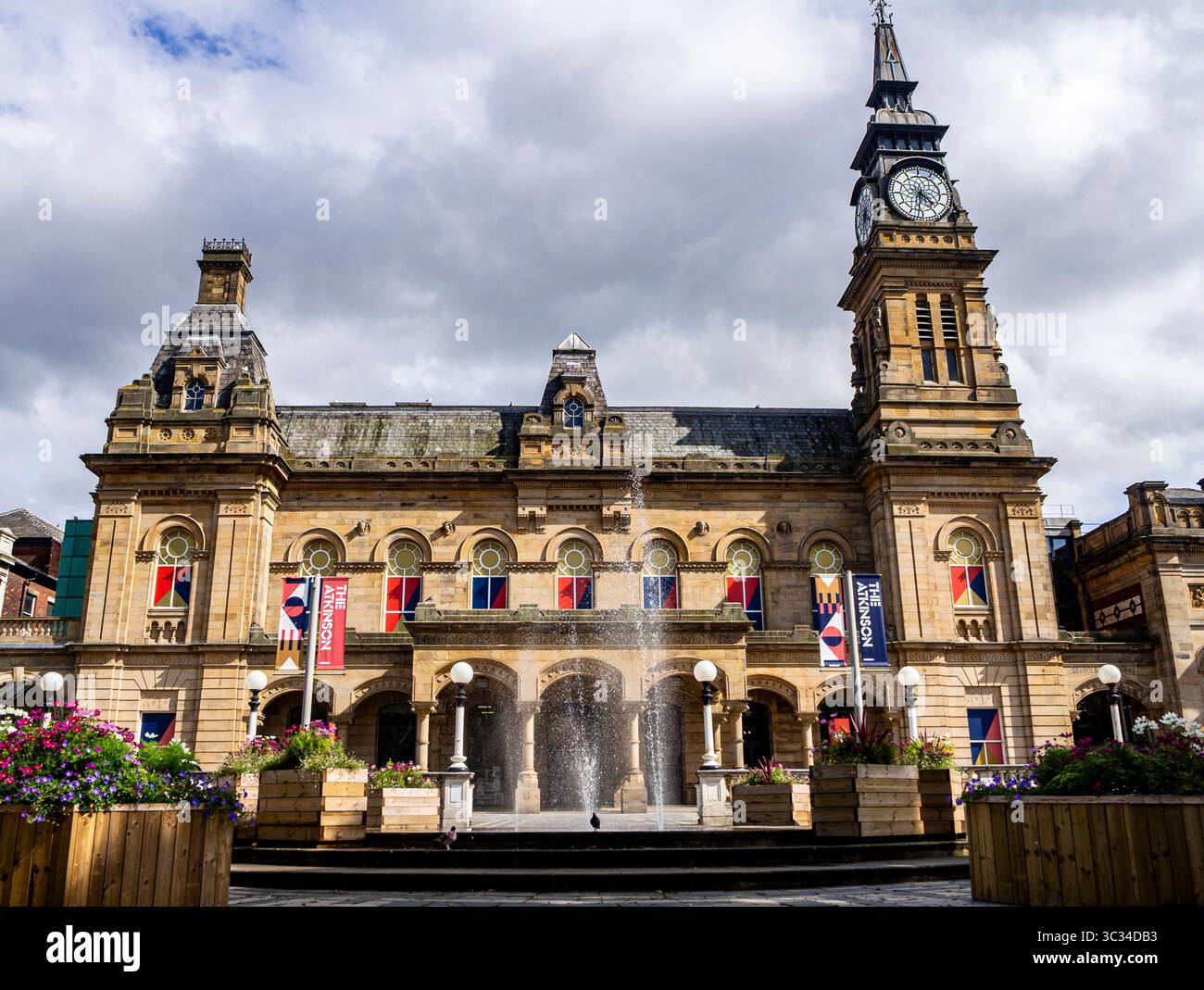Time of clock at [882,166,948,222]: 4:31
